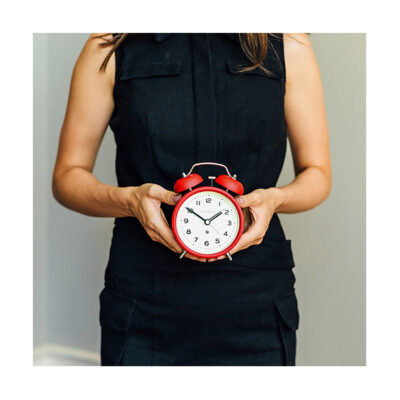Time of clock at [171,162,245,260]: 1:50
